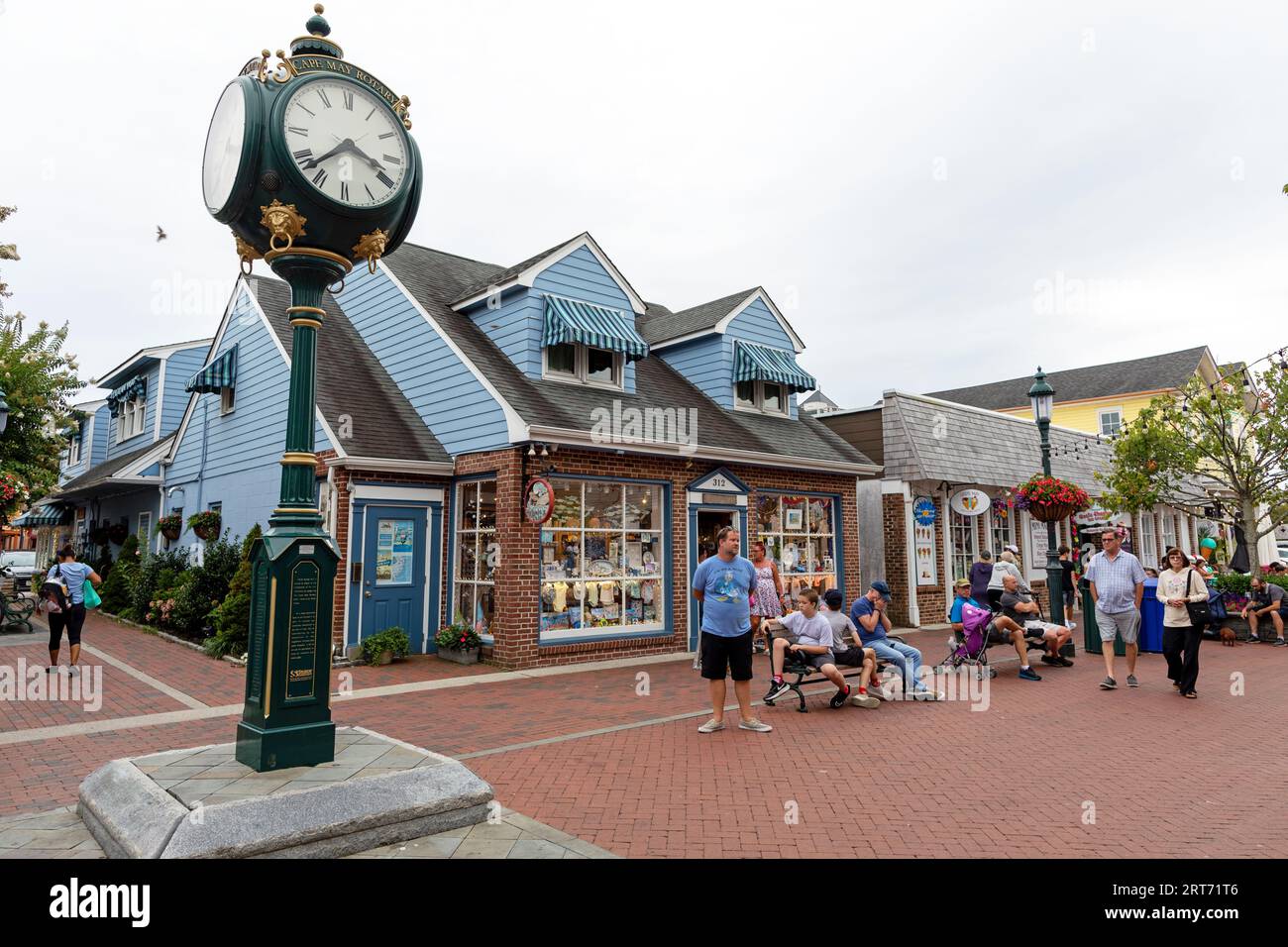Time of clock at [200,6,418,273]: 3:38
